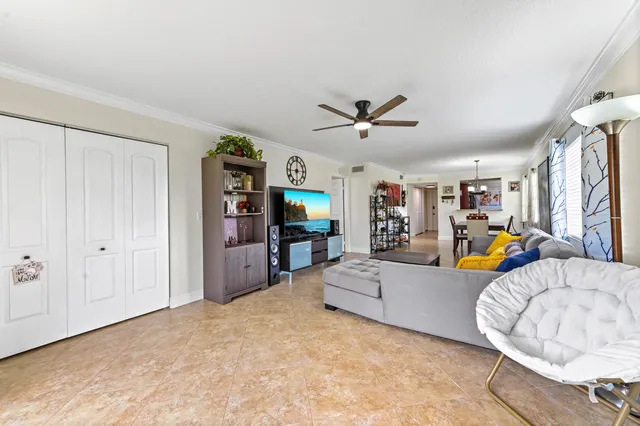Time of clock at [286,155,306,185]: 5:59
